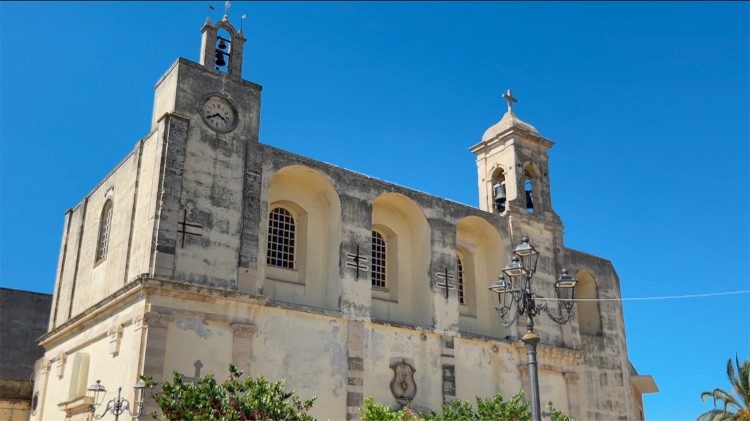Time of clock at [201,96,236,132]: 3:40
